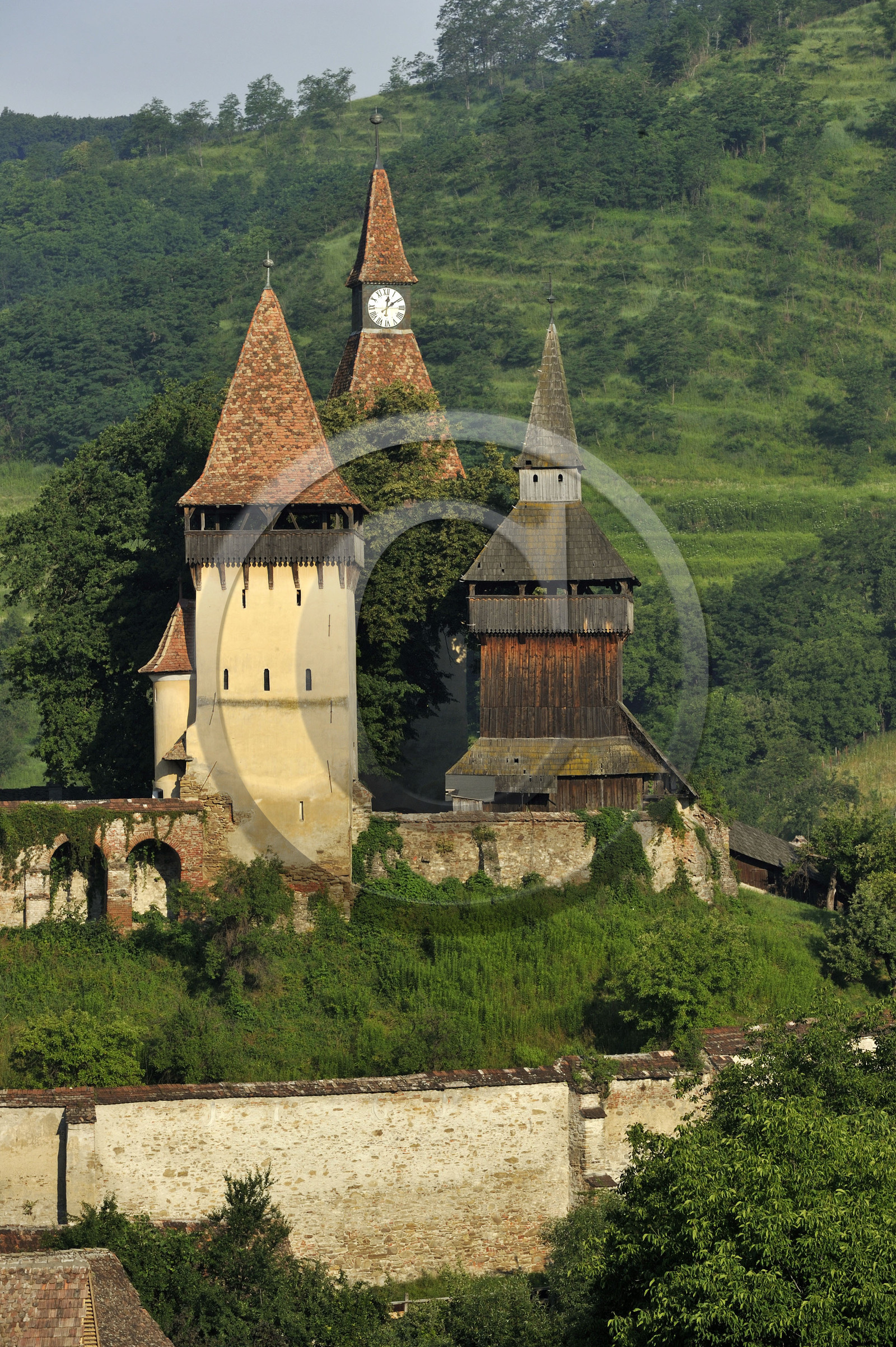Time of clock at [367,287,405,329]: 12:09
